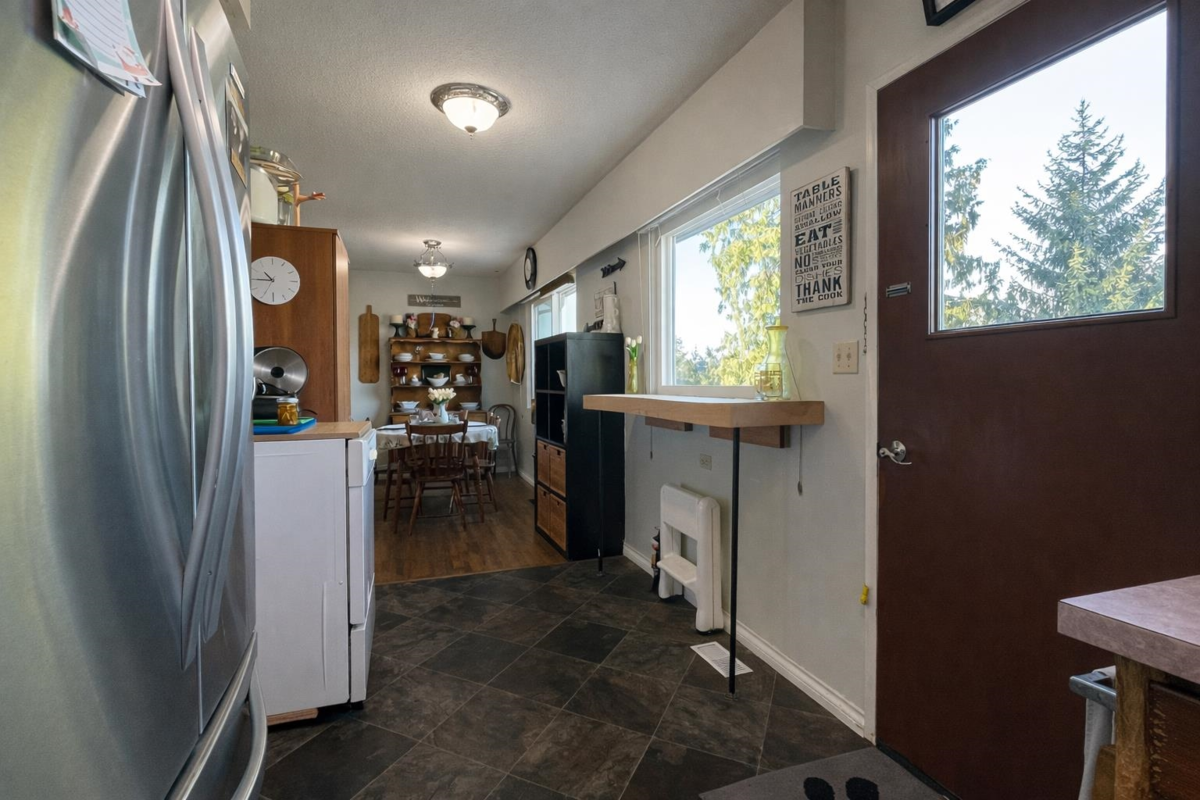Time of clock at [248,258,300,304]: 10:45
